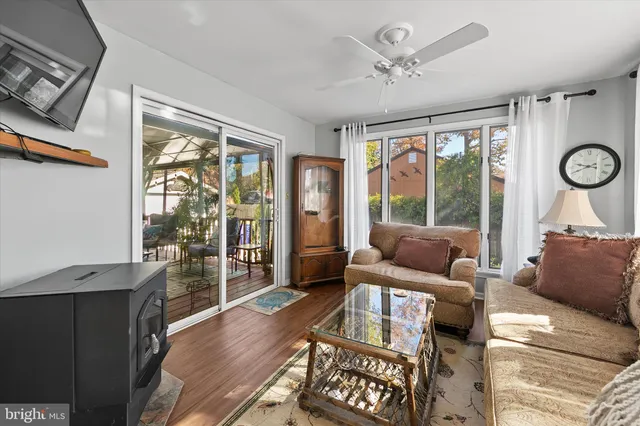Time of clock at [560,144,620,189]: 9:41
